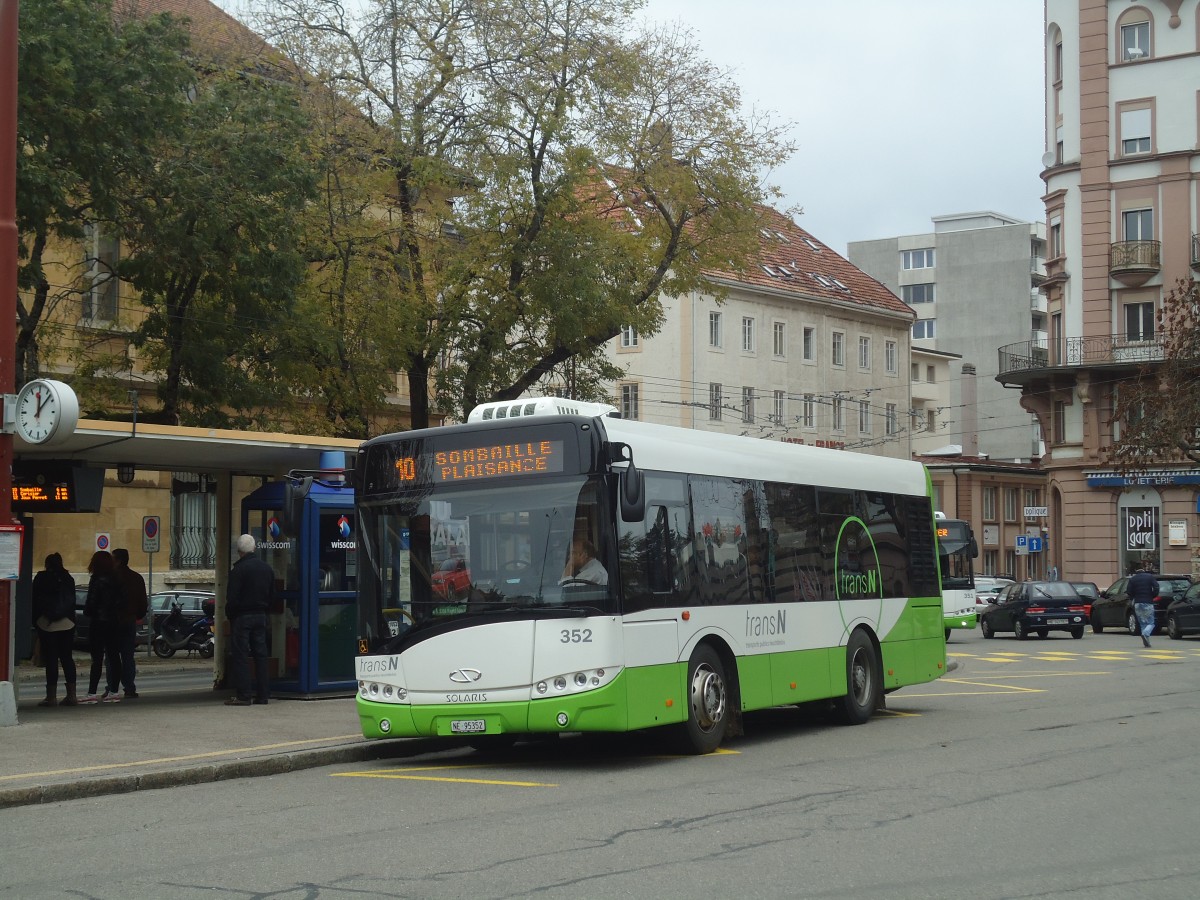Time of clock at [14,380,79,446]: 12:07
